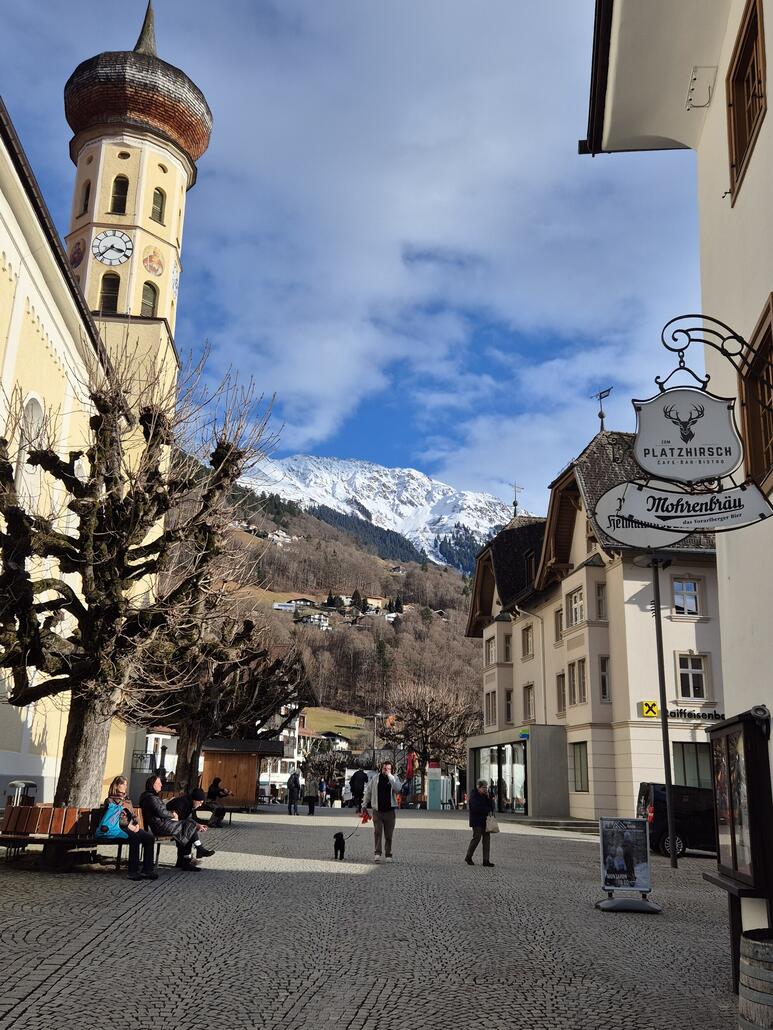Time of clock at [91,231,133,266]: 3:37
